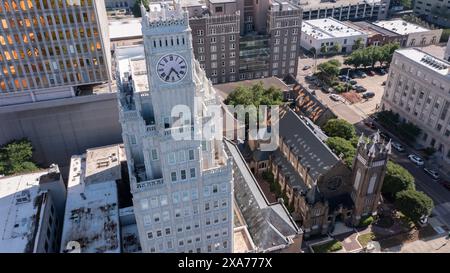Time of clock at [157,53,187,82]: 4:35
